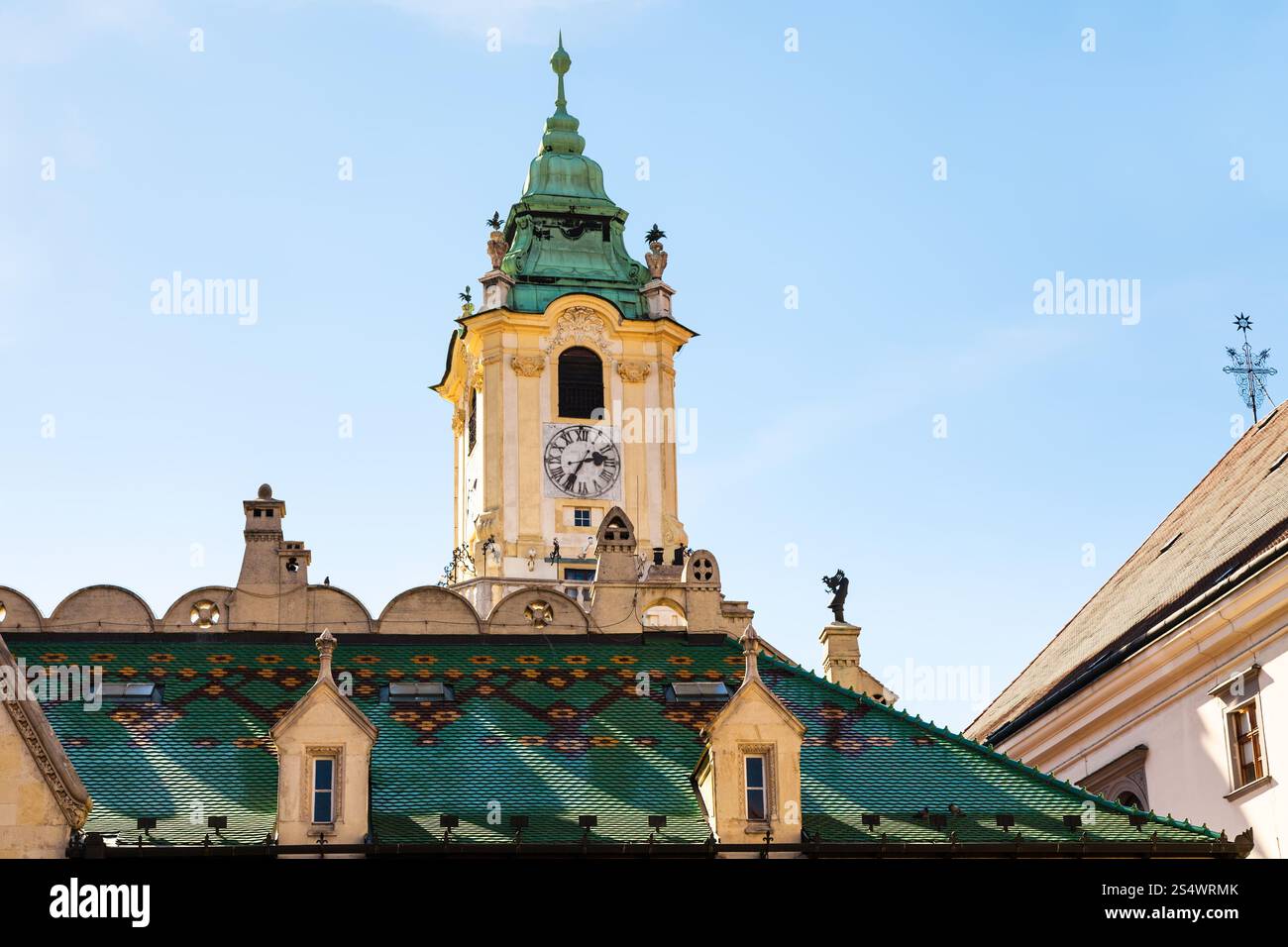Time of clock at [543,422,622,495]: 2:35
